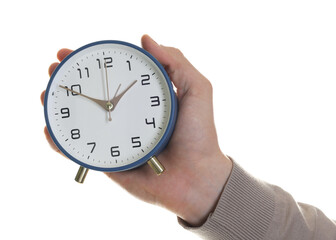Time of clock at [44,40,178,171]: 1:50
